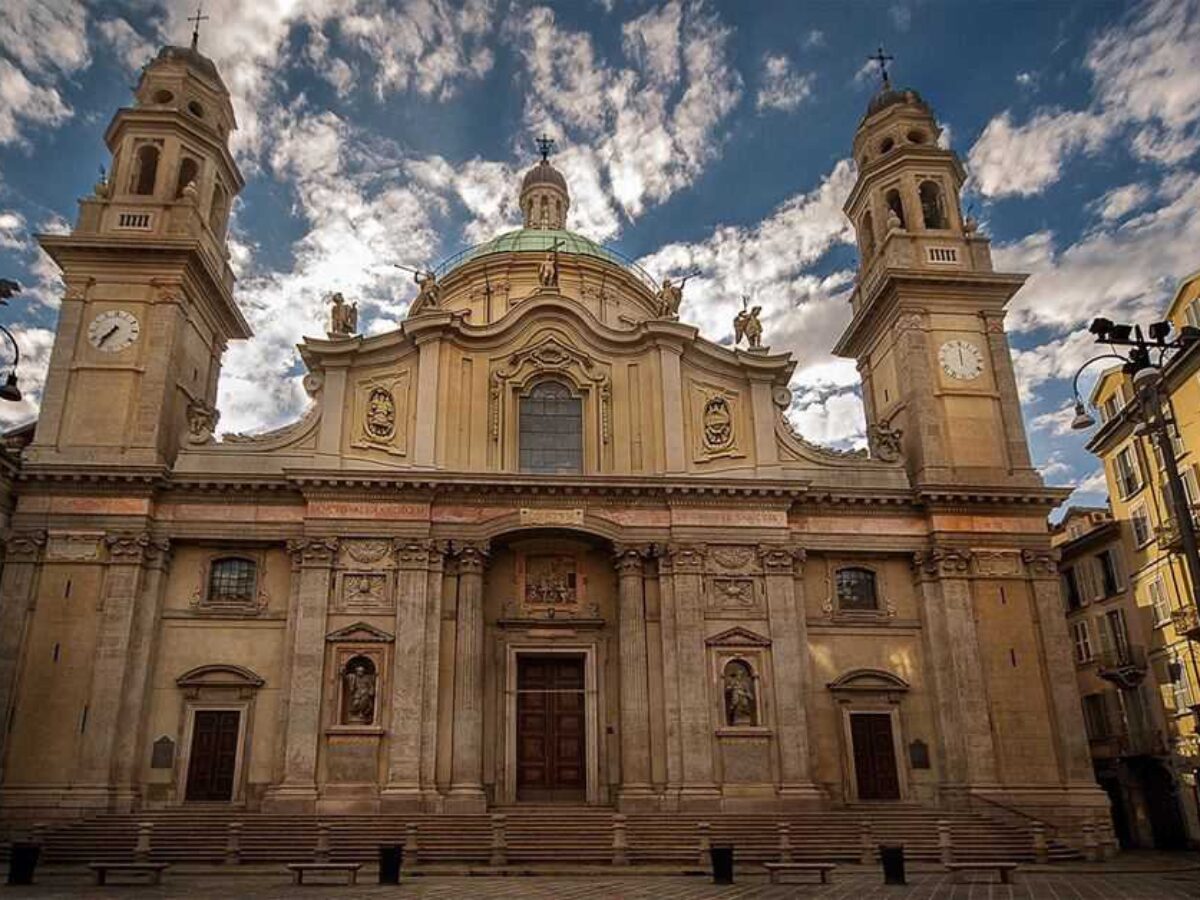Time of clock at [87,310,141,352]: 7:36
